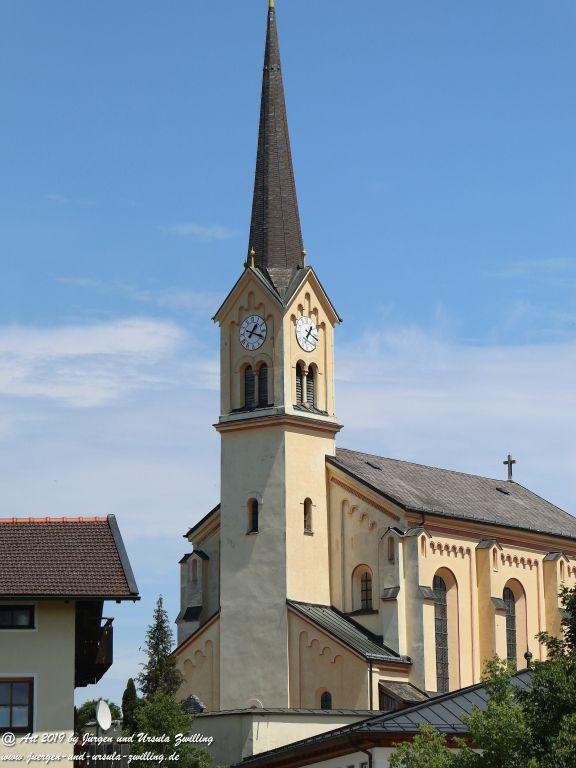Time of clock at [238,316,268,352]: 1:18
